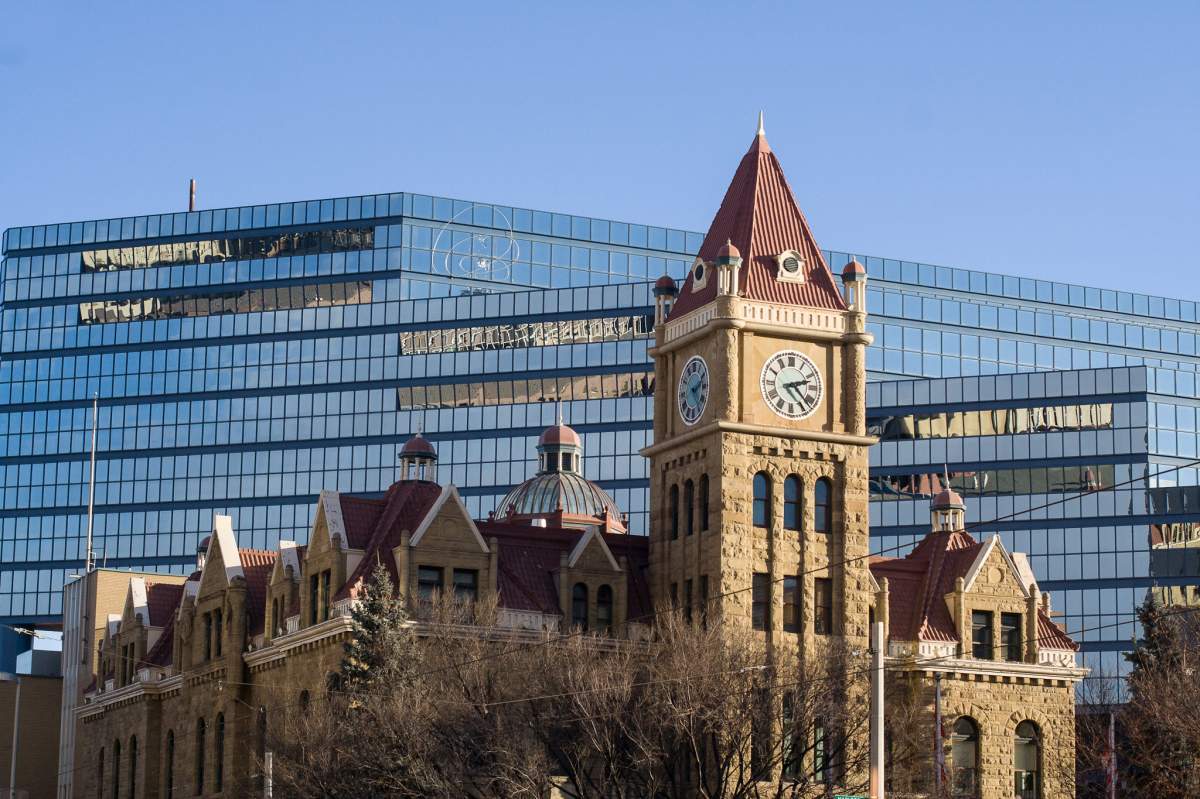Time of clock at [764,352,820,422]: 2:22
